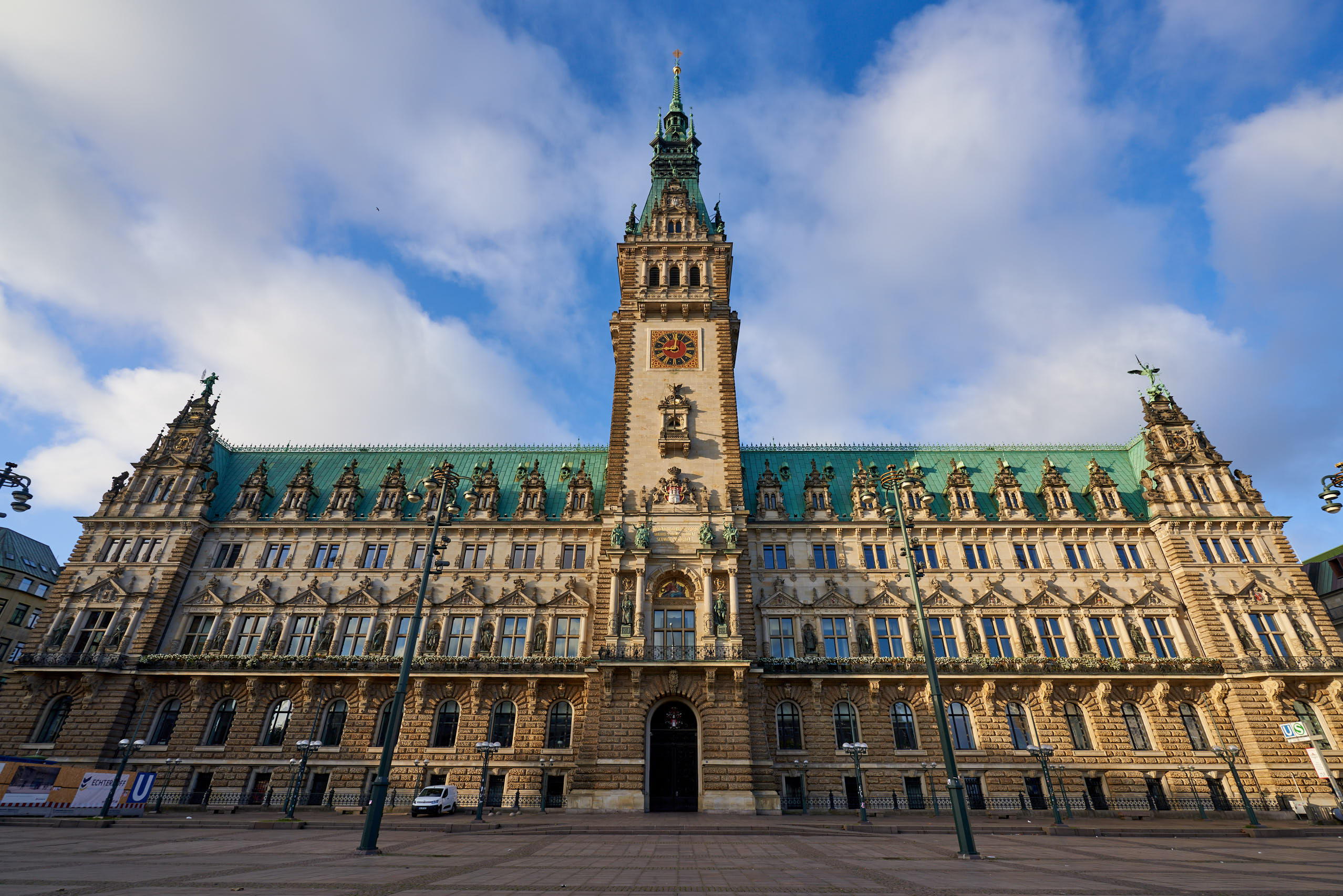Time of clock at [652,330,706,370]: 9:01
